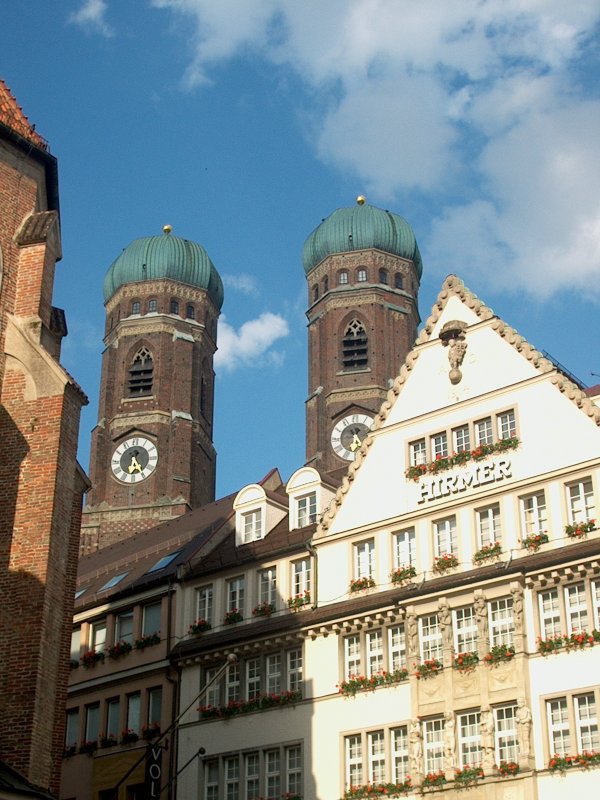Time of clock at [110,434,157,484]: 12:24
